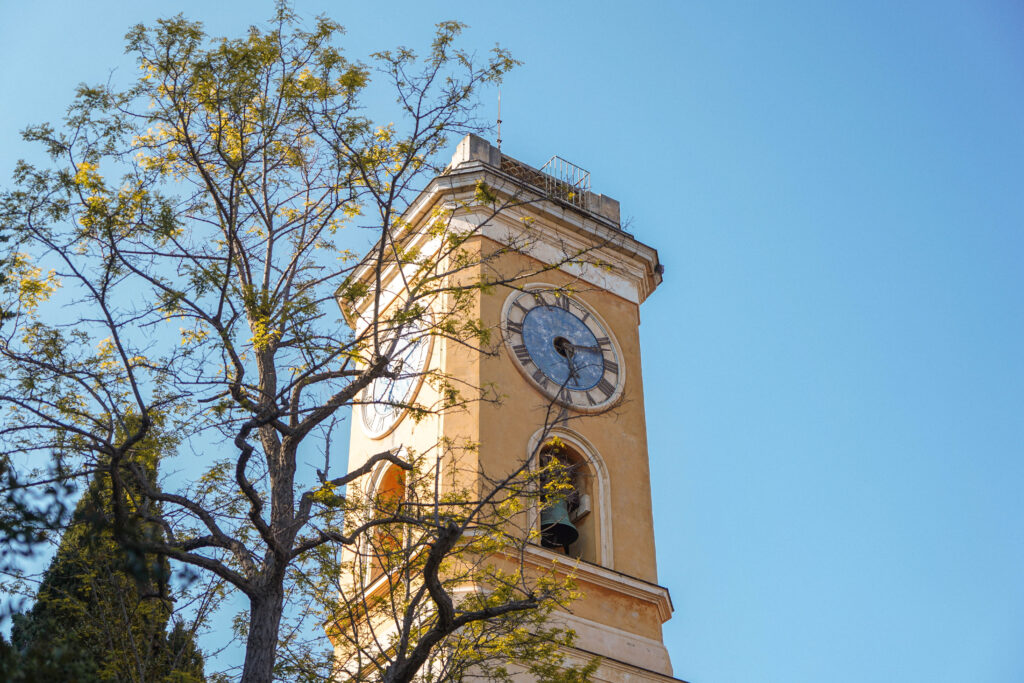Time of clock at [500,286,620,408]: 5:12
